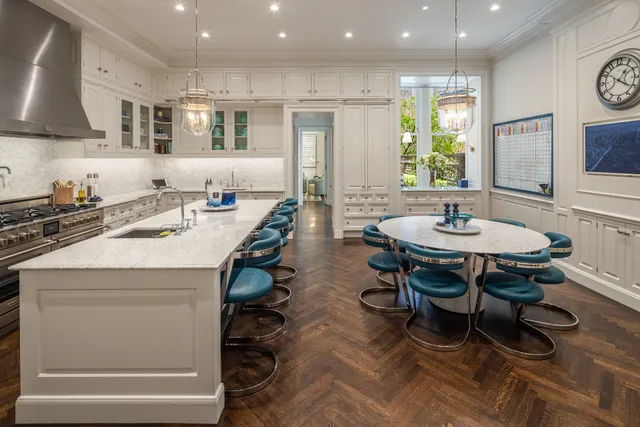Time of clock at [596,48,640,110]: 1:20
